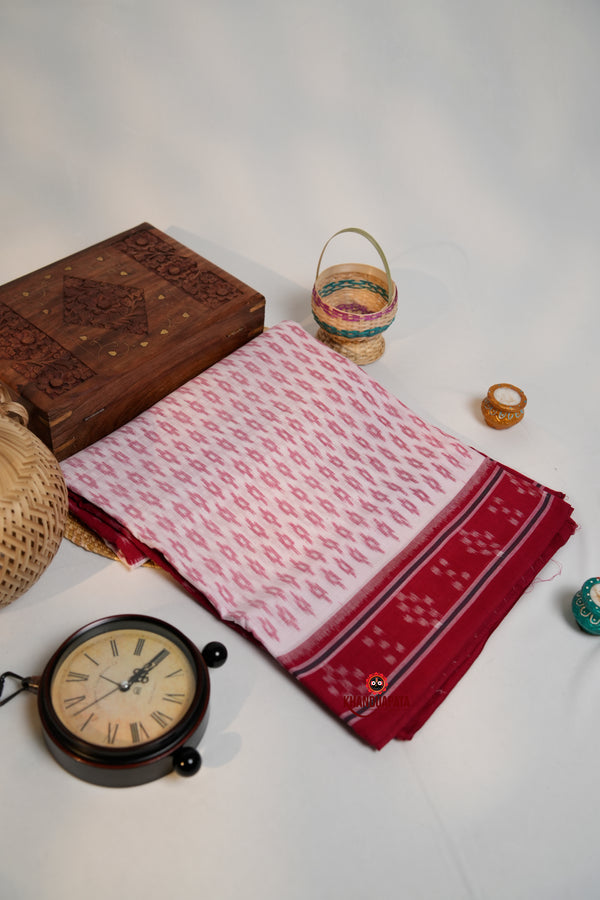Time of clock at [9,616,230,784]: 1:05
